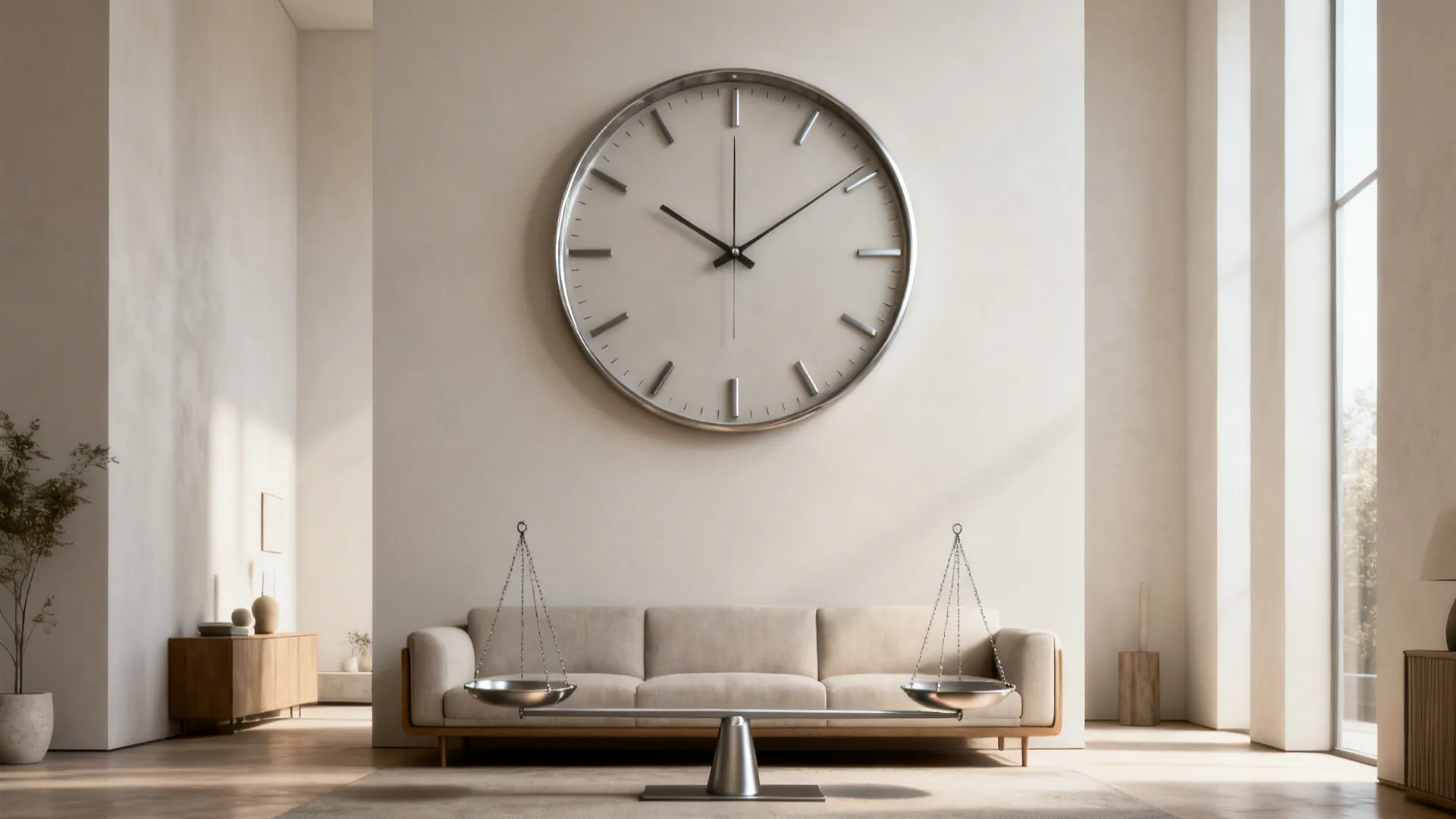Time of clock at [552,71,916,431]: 10:00
